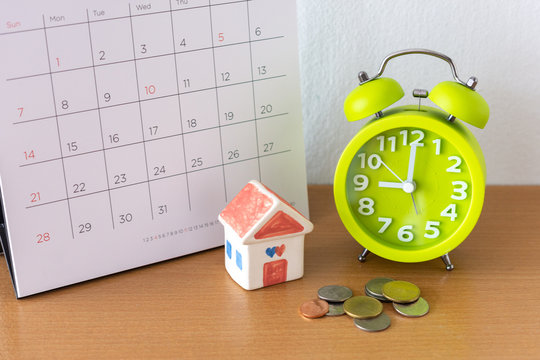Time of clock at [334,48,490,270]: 9:00
